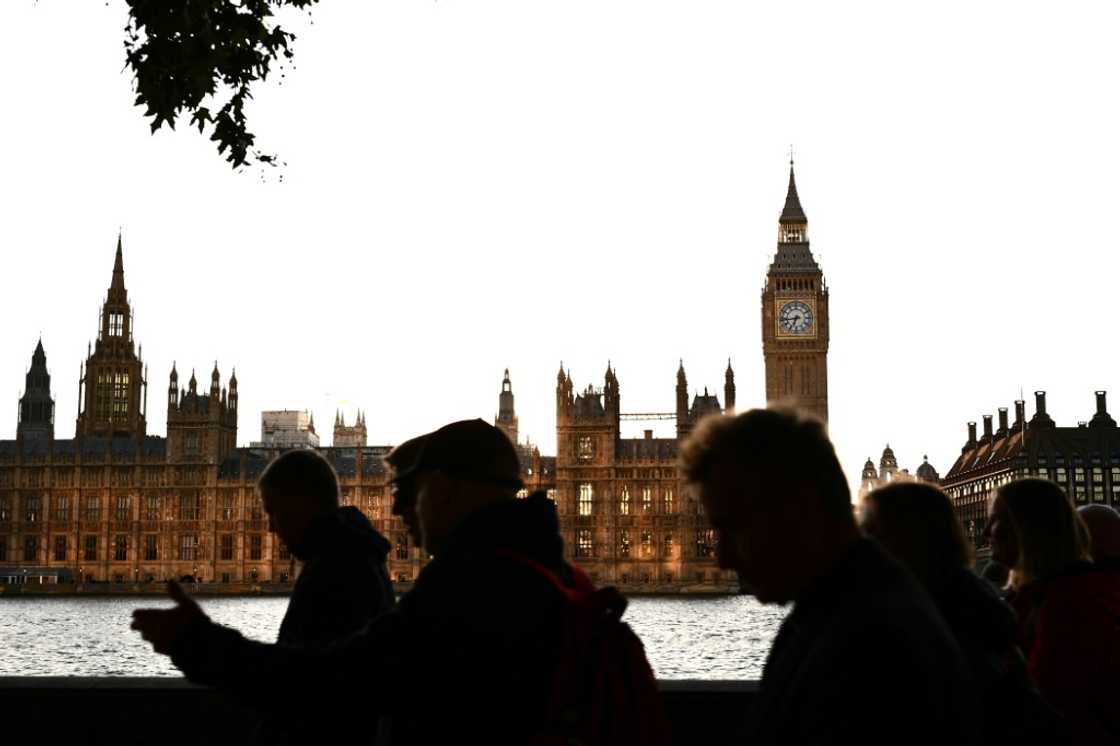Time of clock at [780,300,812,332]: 6:43
